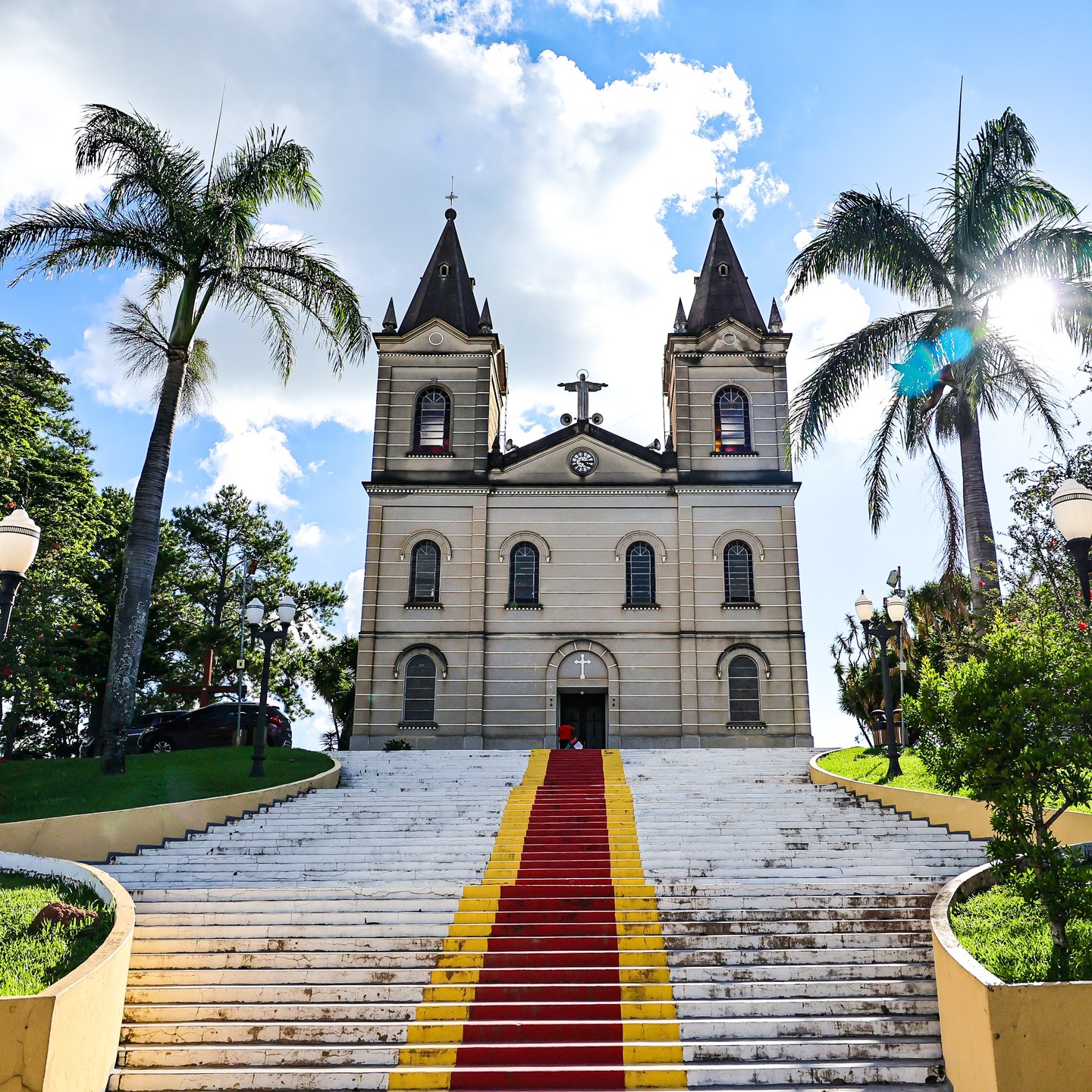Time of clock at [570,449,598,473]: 4:14
